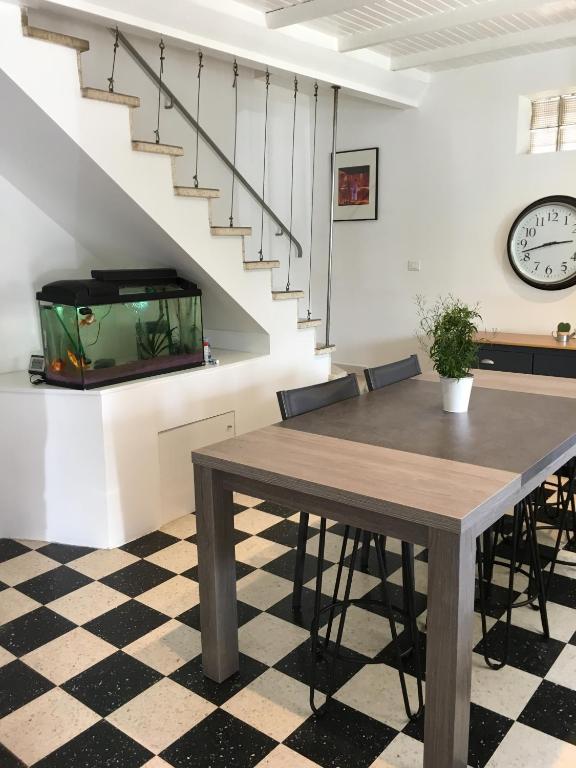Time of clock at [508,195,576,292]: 2:42
